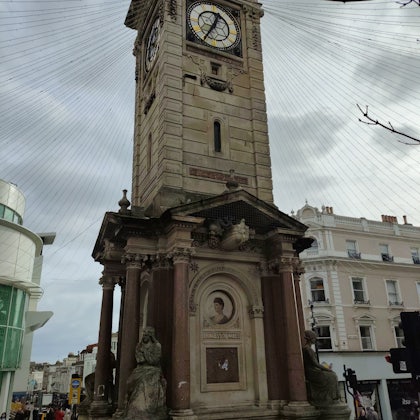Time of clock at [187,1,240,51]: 12:34
